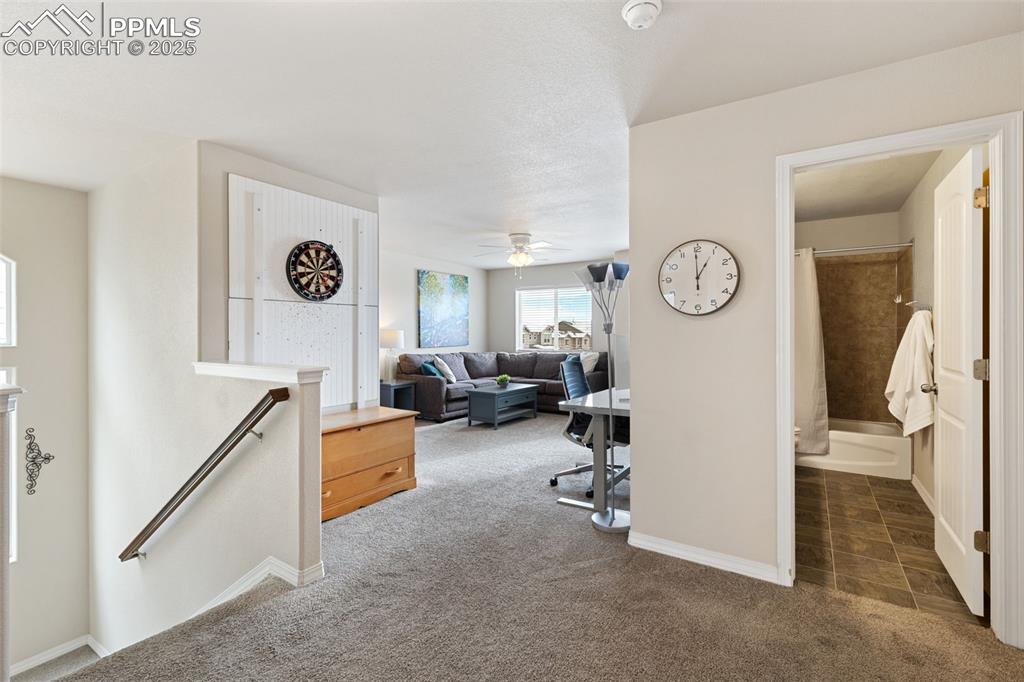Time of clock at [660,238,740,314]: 12:59
